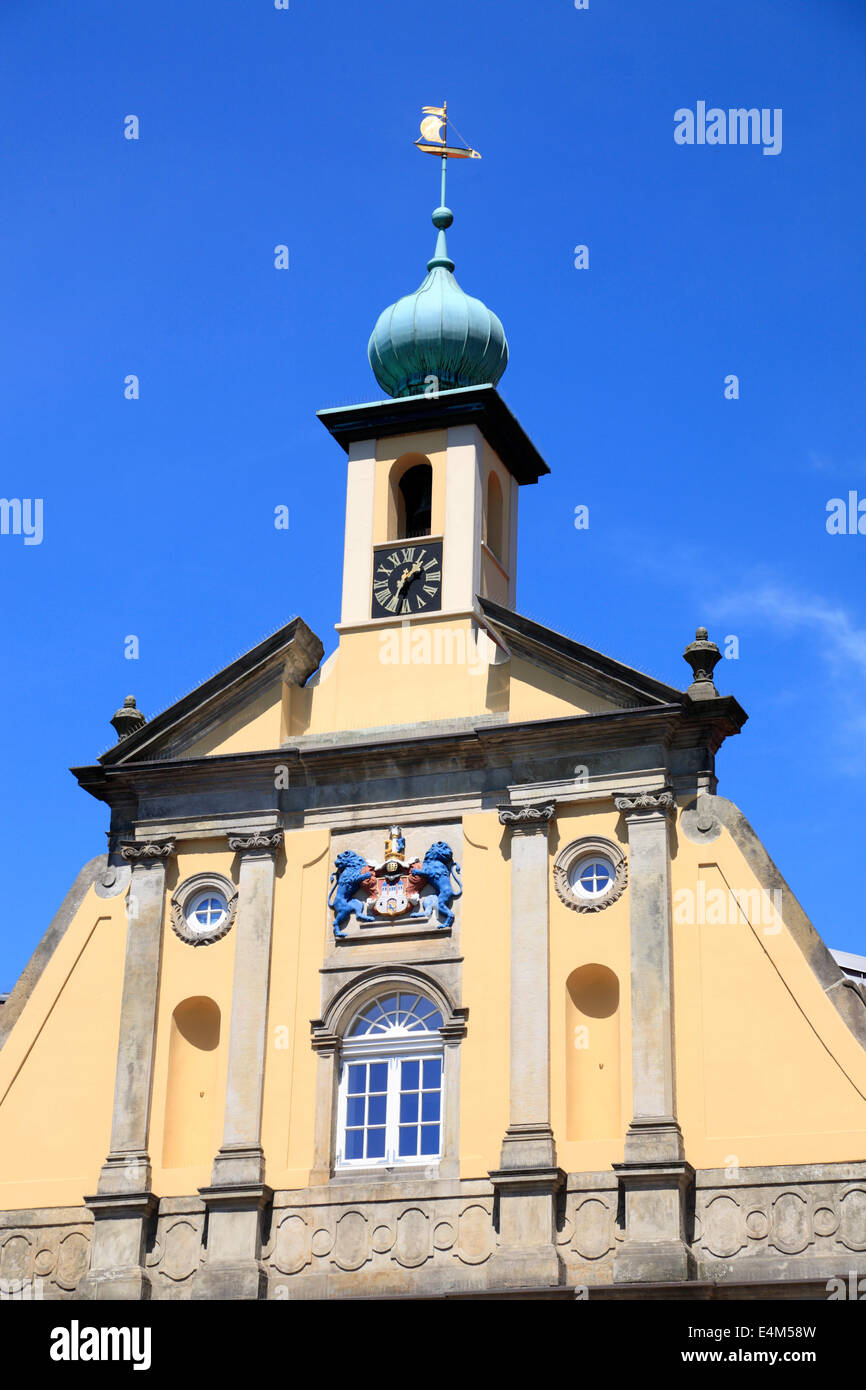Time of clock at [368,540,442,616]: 1:33
